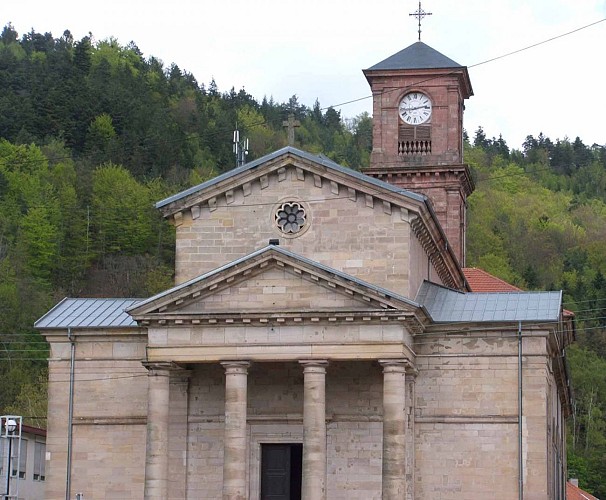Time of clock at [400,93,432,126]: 2:43
